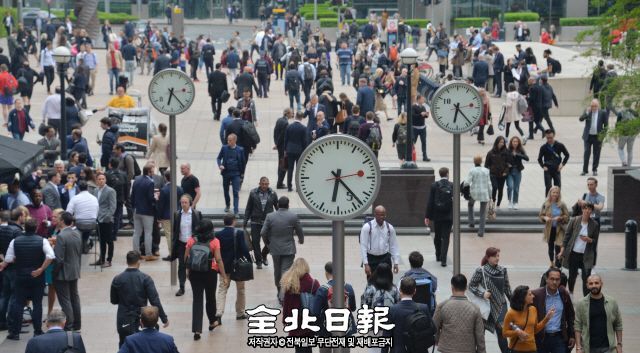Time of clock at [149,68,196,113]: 6:23
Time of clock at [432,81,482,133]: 6:23
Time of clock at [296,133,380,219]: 6:23
